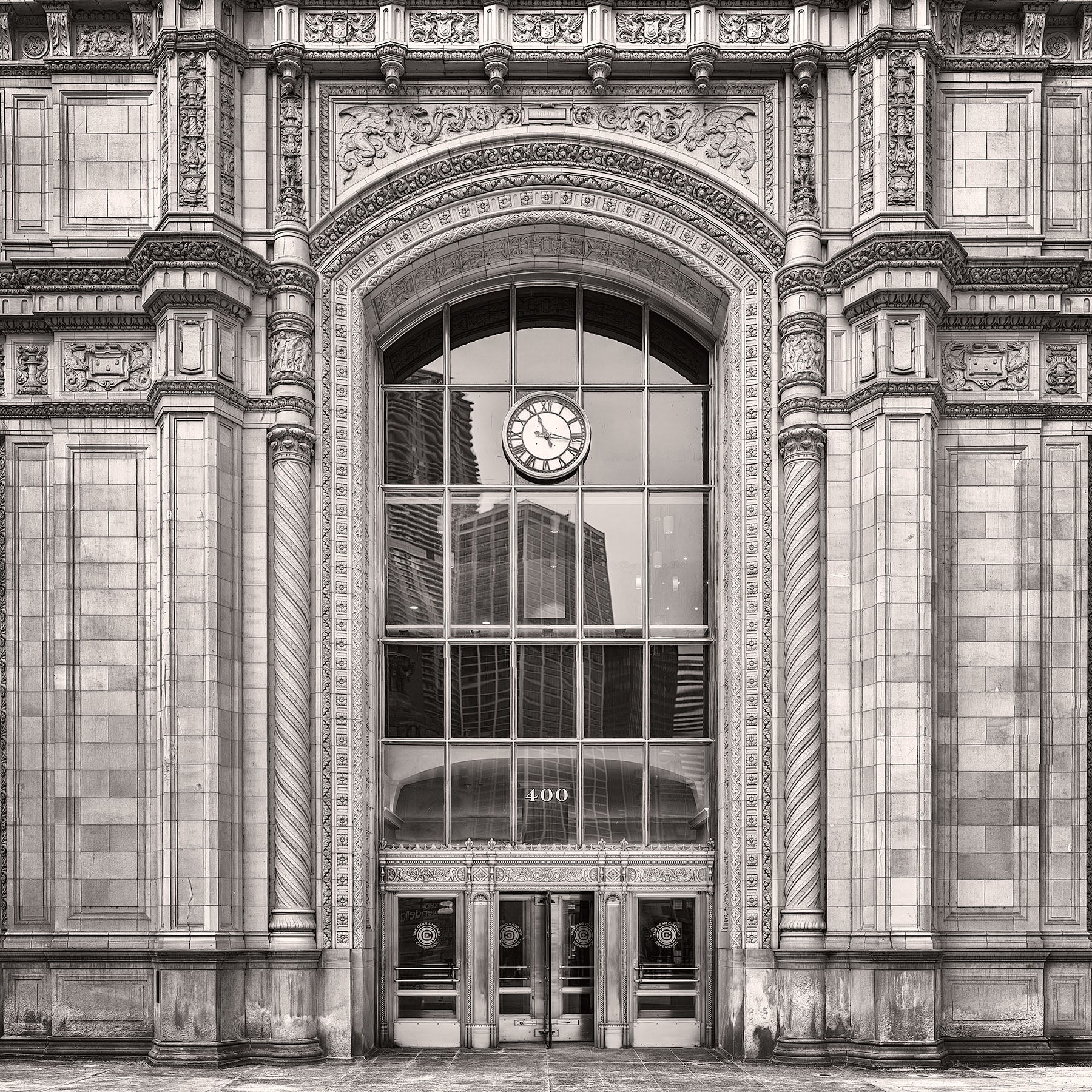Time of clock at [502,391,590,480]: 11:16
